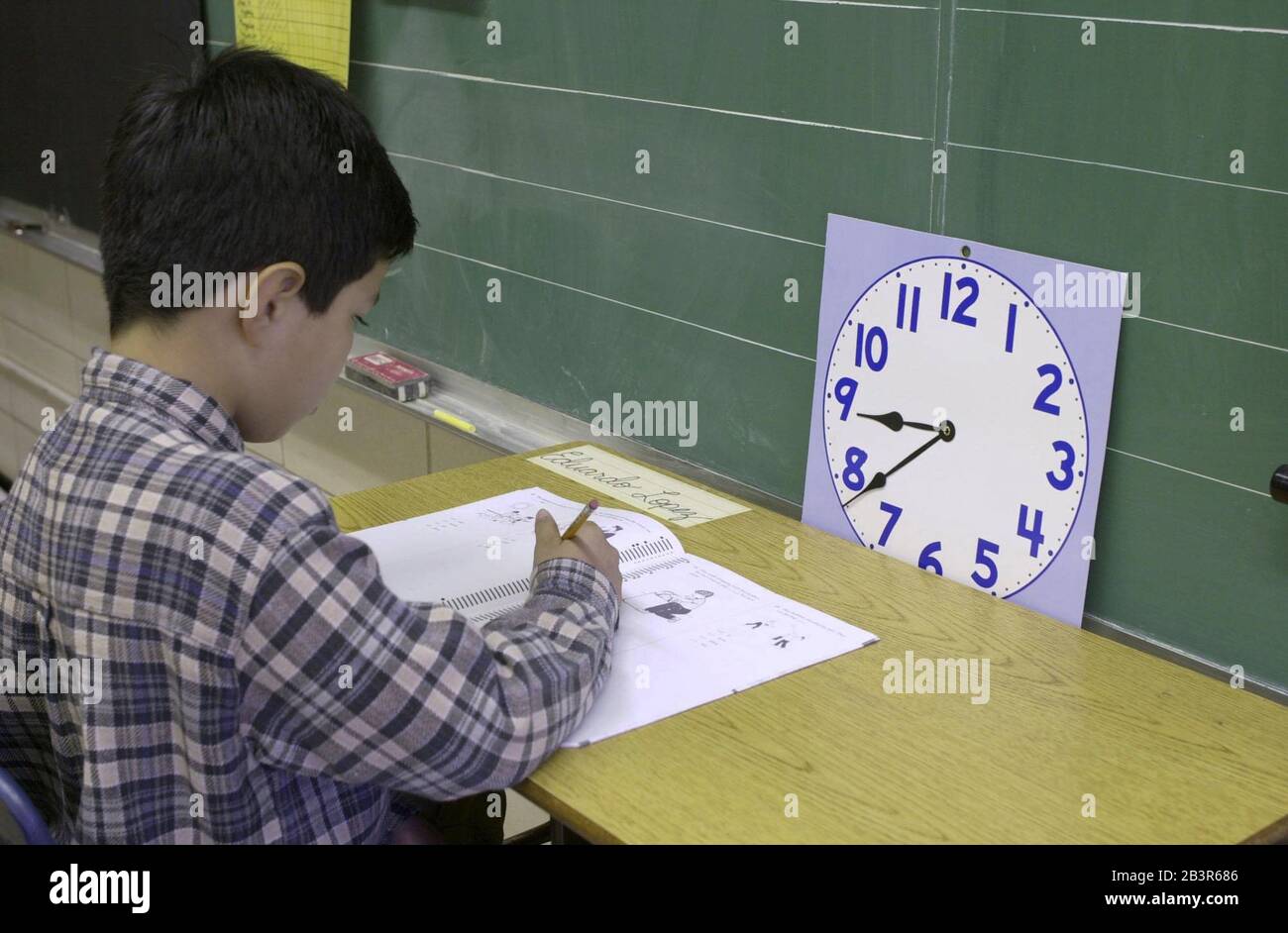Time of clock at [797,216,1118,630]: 8:38
